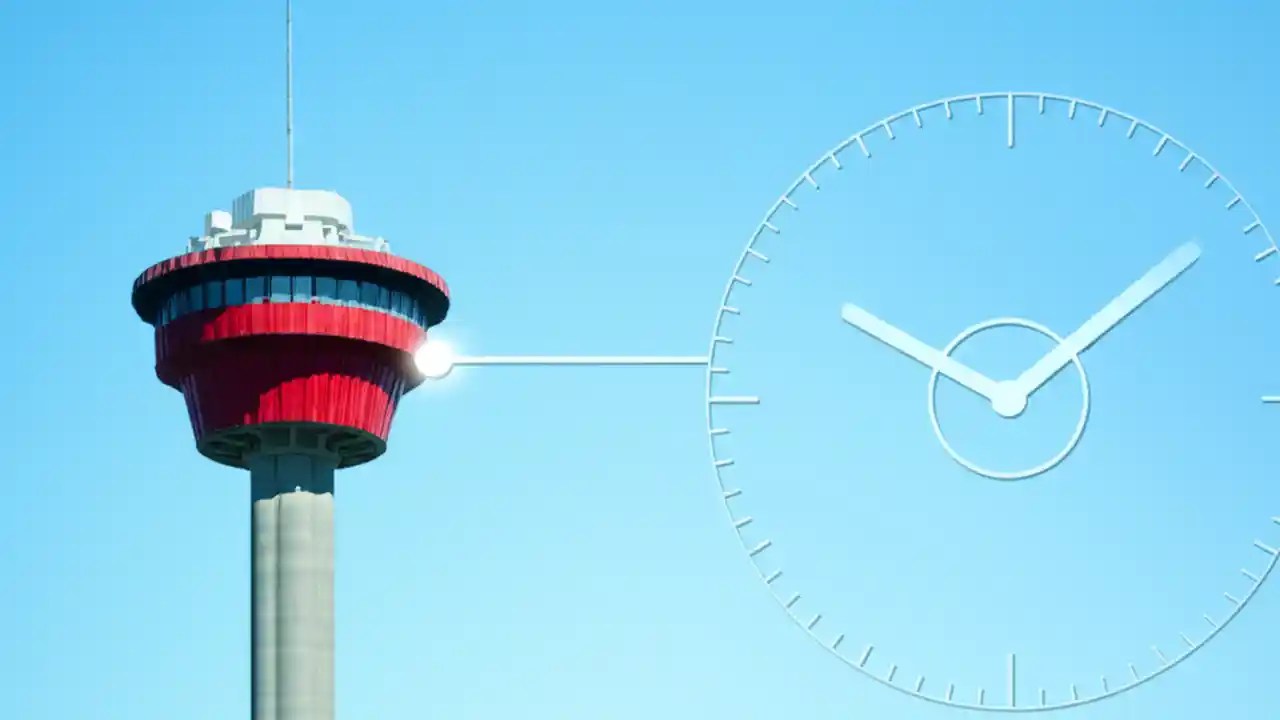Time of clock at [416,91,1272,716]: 10:08
